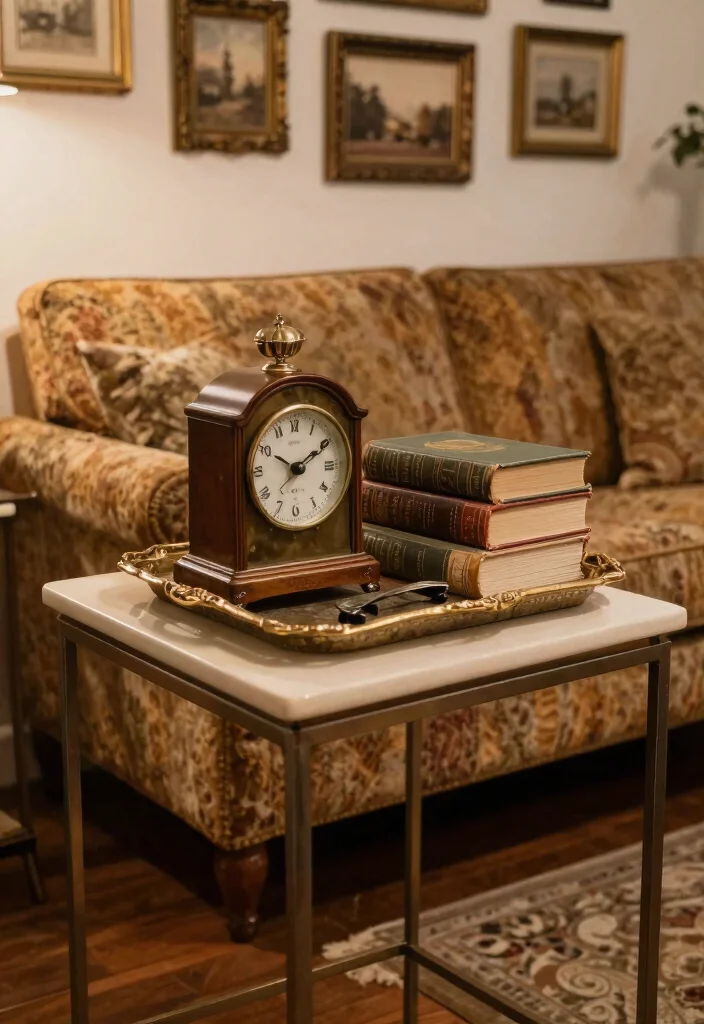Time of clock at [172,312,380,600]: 10:11
